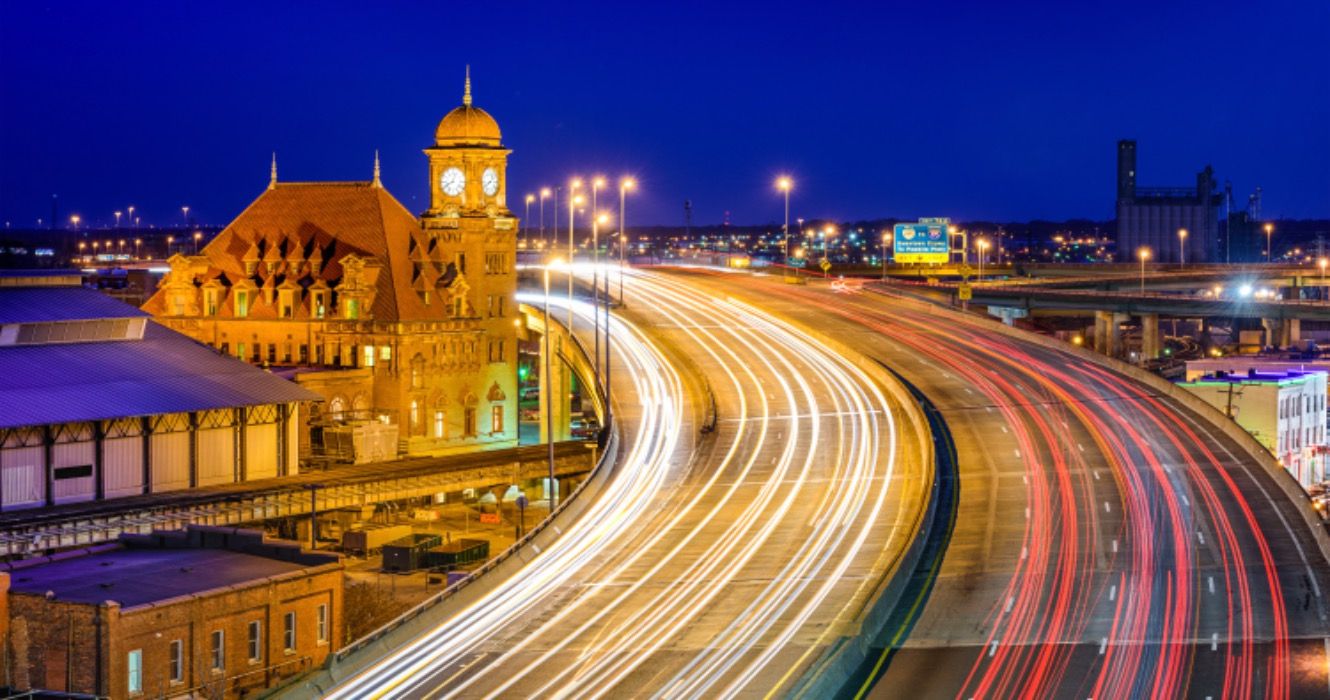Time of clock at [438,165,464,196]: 12:40
